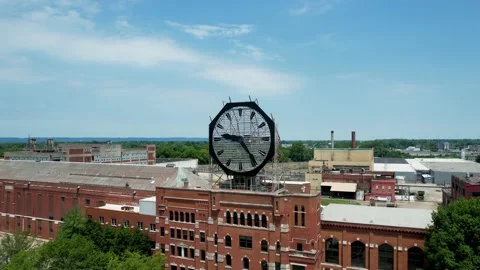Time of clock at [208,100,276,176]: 9:23
